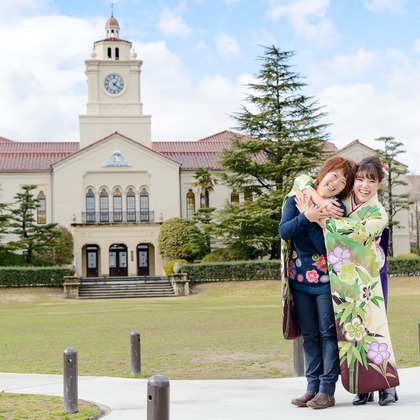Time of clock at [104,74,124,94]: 1:21
